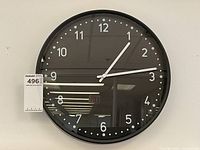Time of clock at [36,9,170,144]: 1:13
